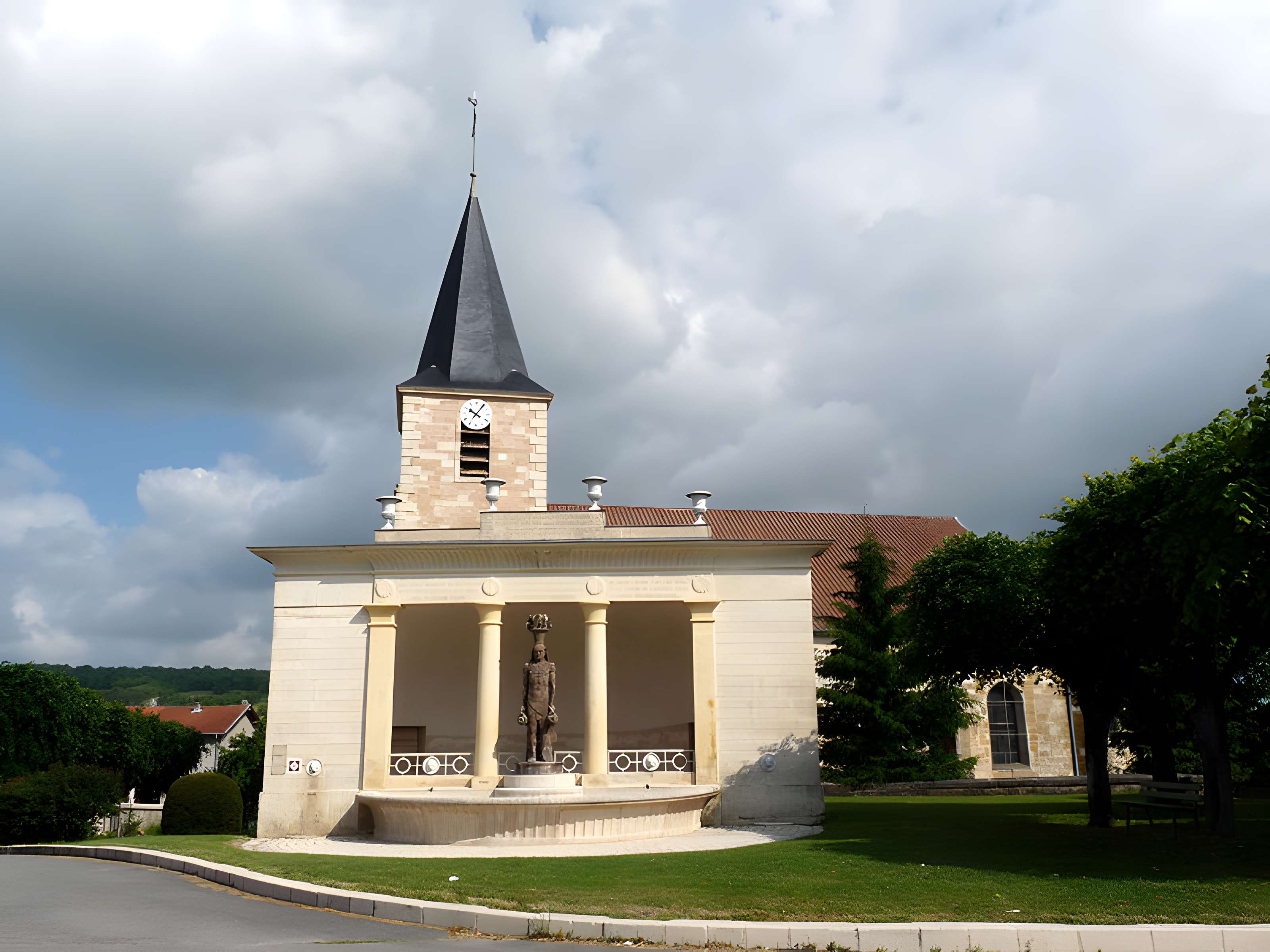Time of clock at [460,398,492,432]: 10:05
